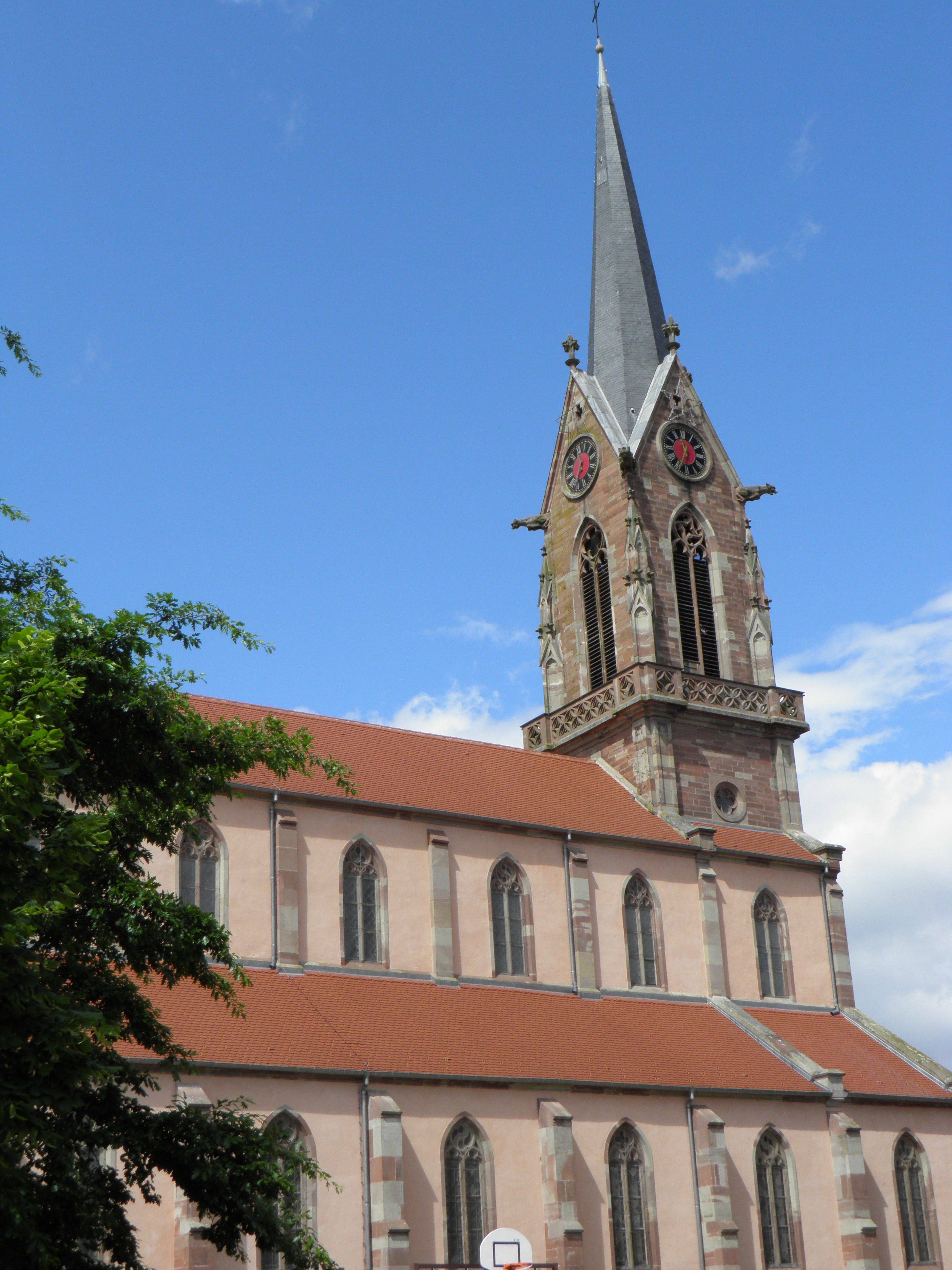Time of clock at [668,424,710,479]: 11:34
